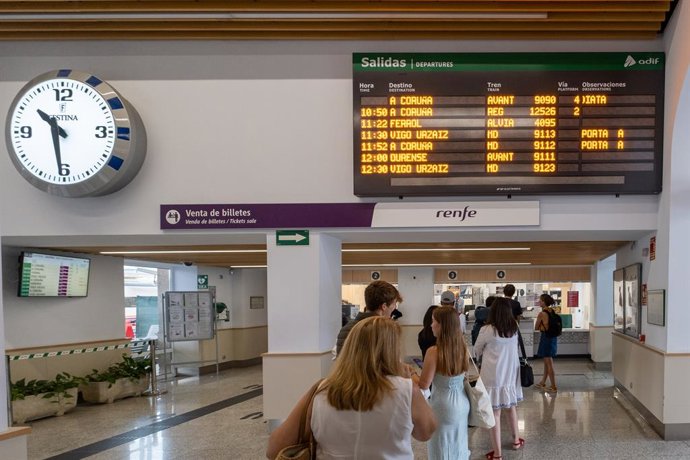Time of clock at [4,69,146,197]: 10:30
